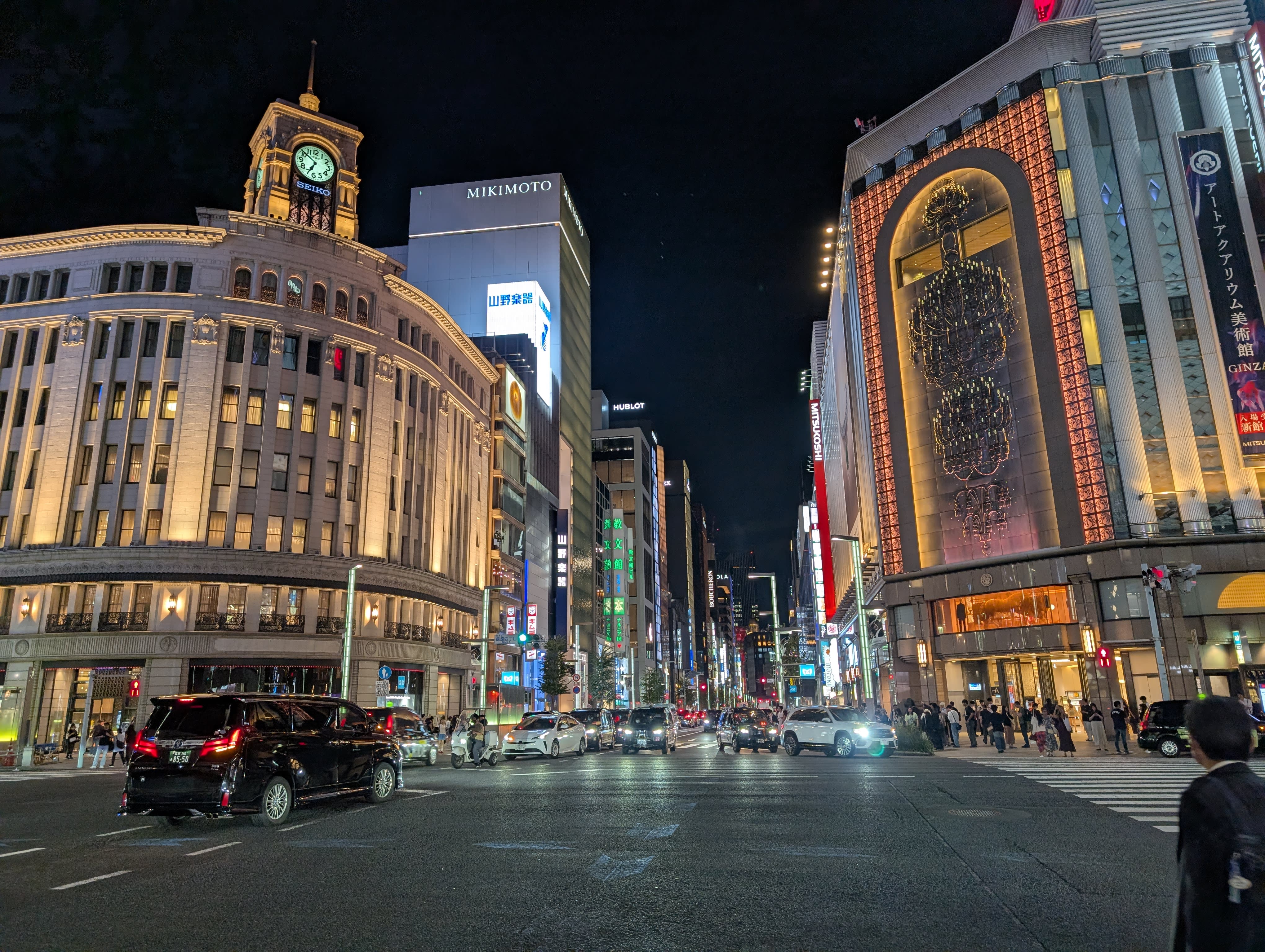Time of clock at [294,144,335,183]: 6:51
